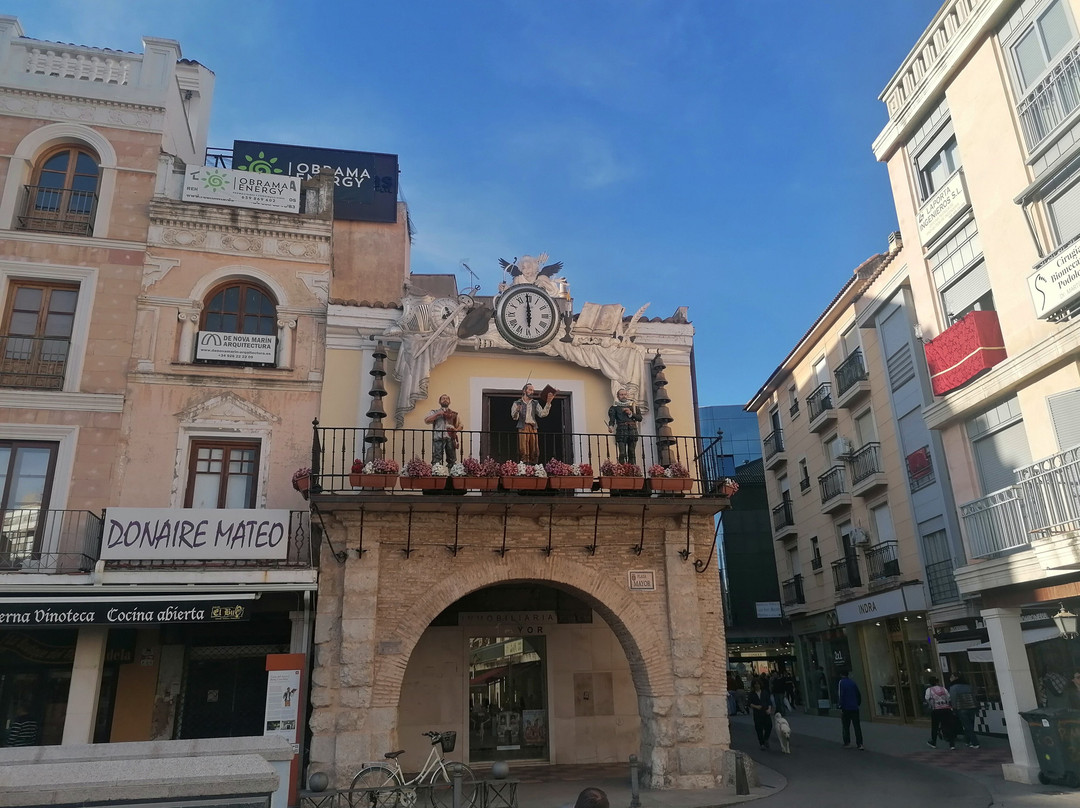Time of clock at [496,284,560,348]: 5:59
